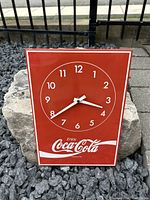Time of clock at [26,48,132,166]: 3:39
